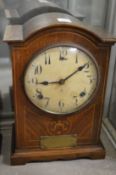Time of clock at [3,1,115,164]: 9:09
